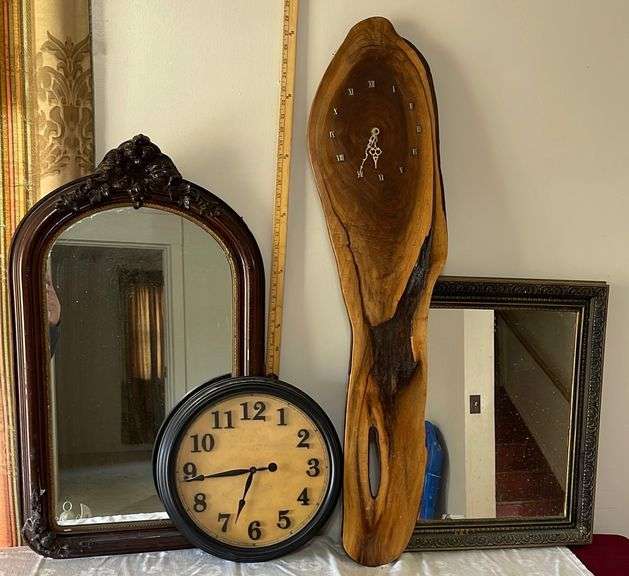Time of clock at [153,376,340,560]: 6:43
